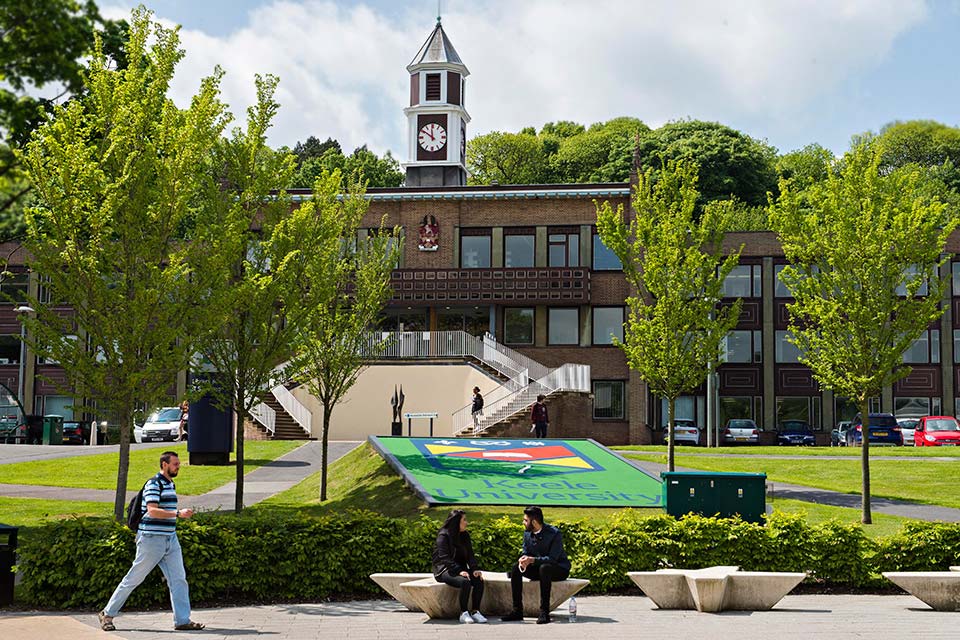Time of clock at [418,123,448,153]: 11:50
